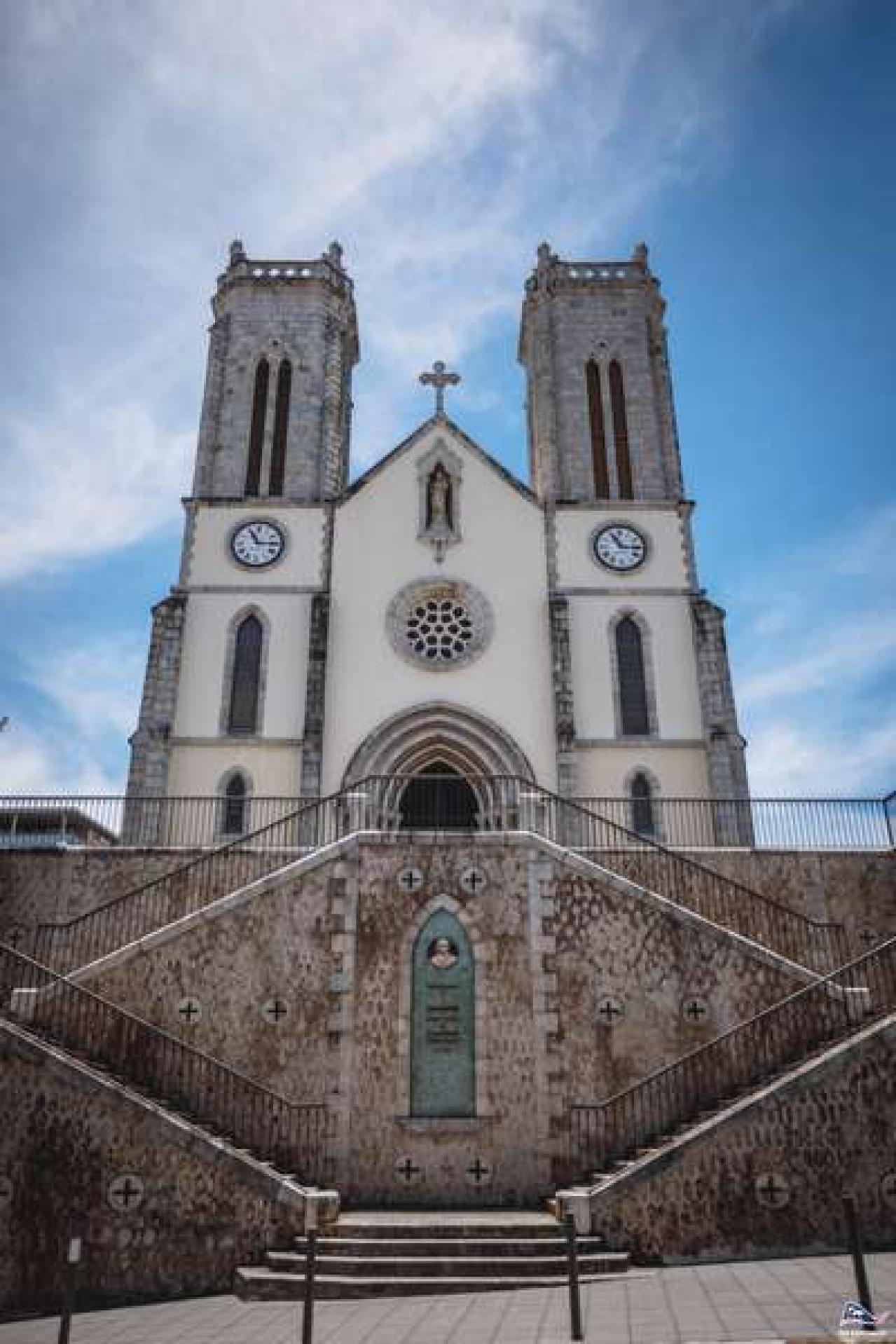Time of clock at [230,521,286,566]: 11:14
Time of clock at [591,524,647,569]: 11:14
